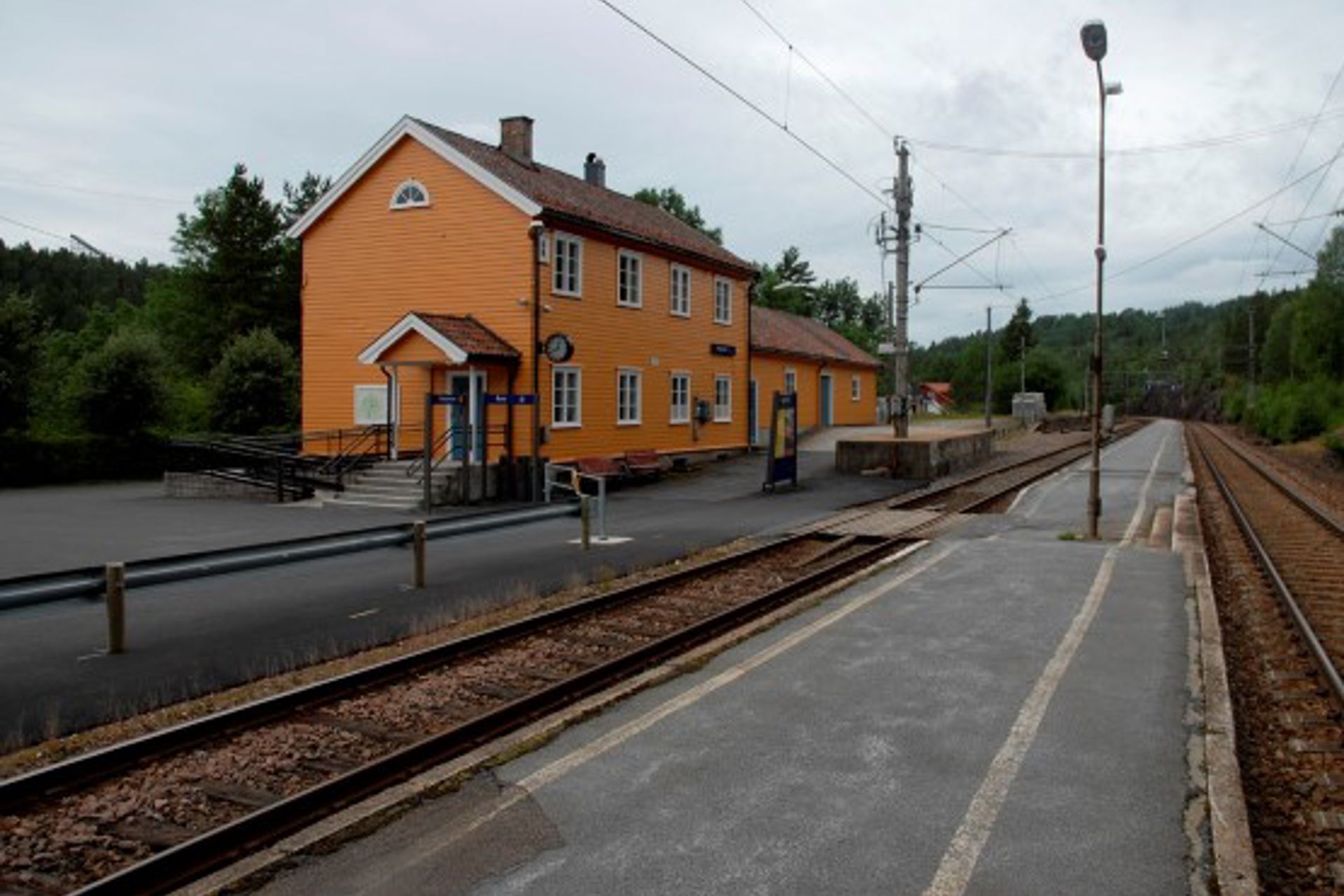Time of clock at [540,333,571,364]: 12:40
